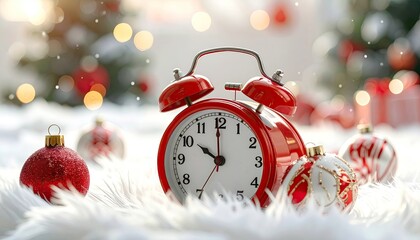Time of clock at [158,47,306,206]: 9:59
